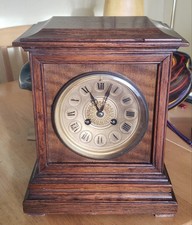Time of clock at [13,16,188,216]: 11:03
